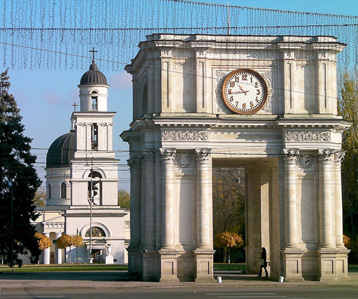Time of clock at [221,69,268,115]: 10:43
